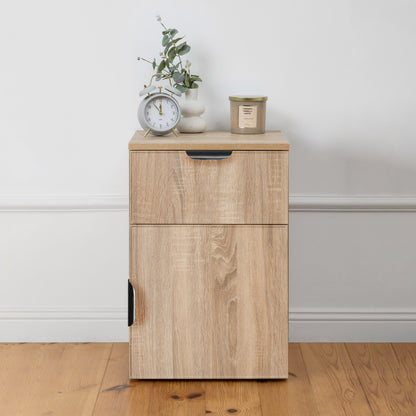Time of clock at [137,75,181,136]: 11:53
